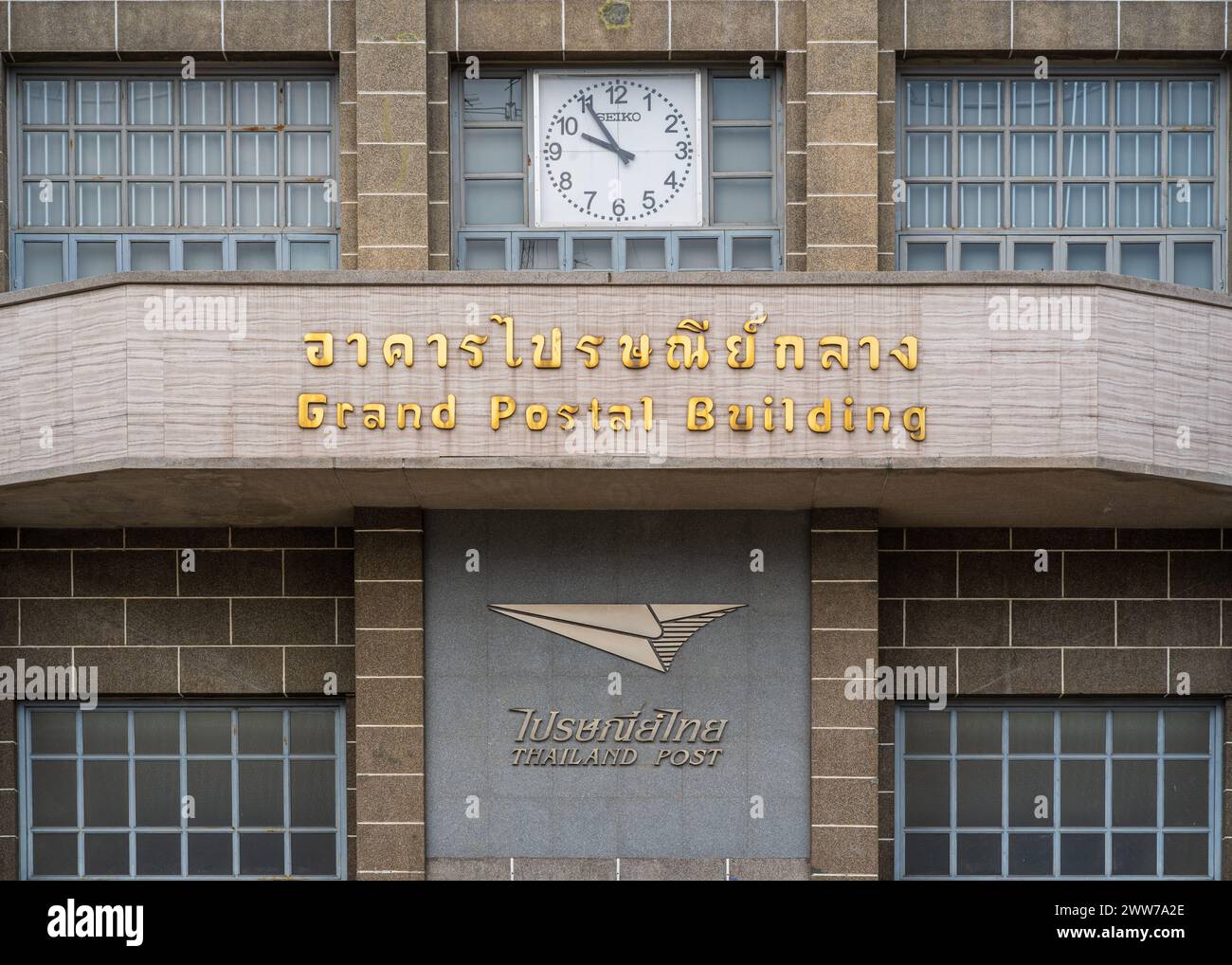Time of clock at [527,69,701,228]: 9:54
